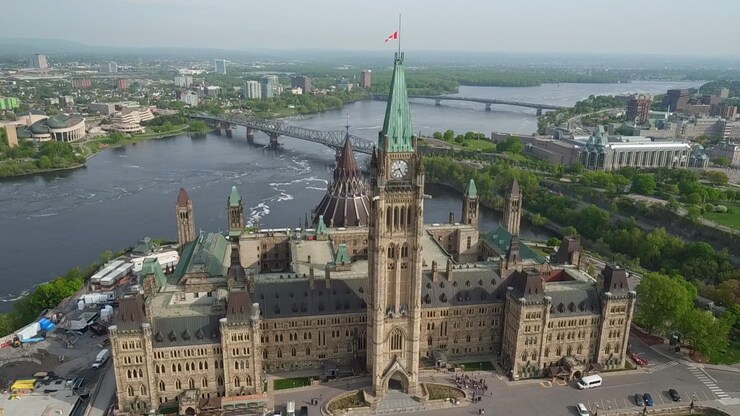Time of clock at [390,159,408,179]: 8:25
